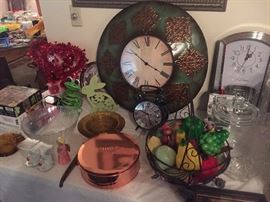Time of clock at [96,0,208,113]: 10:19
